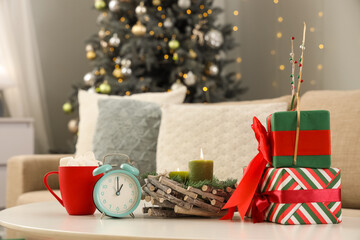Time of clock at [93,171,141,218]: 1:00
